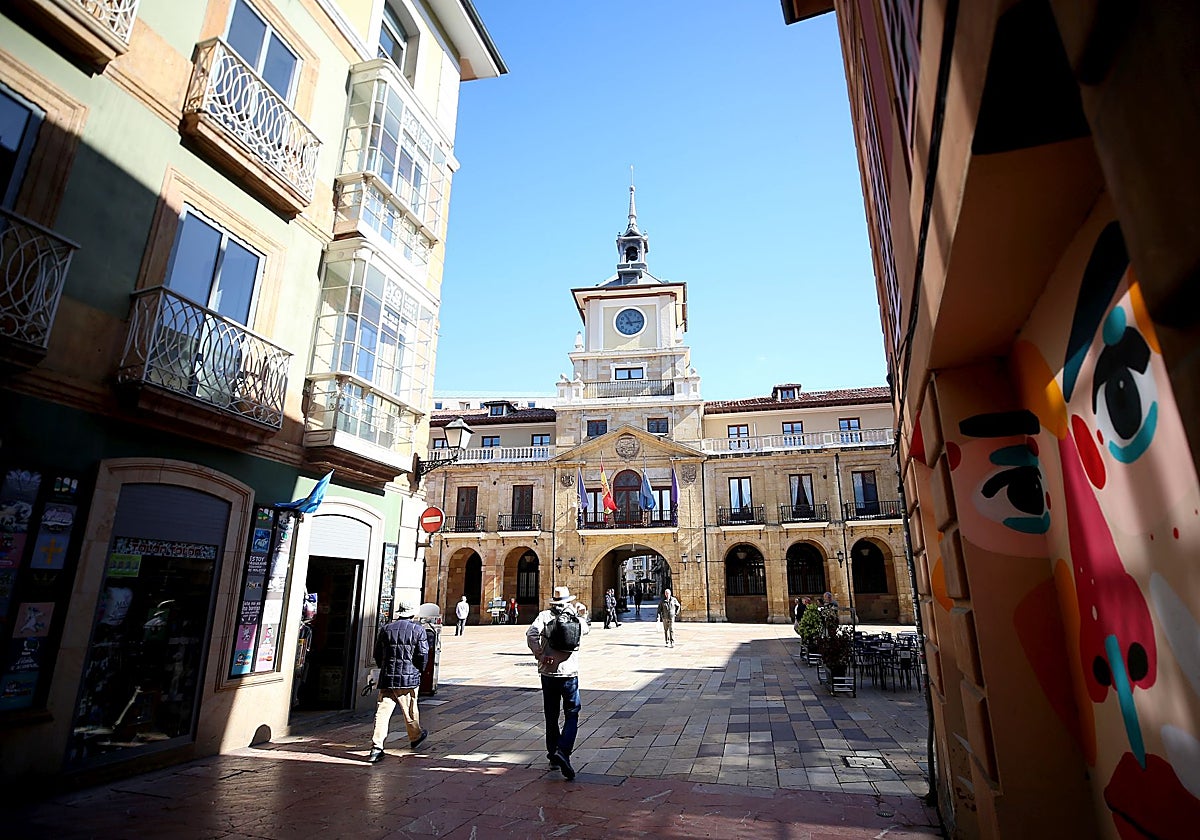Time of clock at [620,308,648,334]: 11:13
